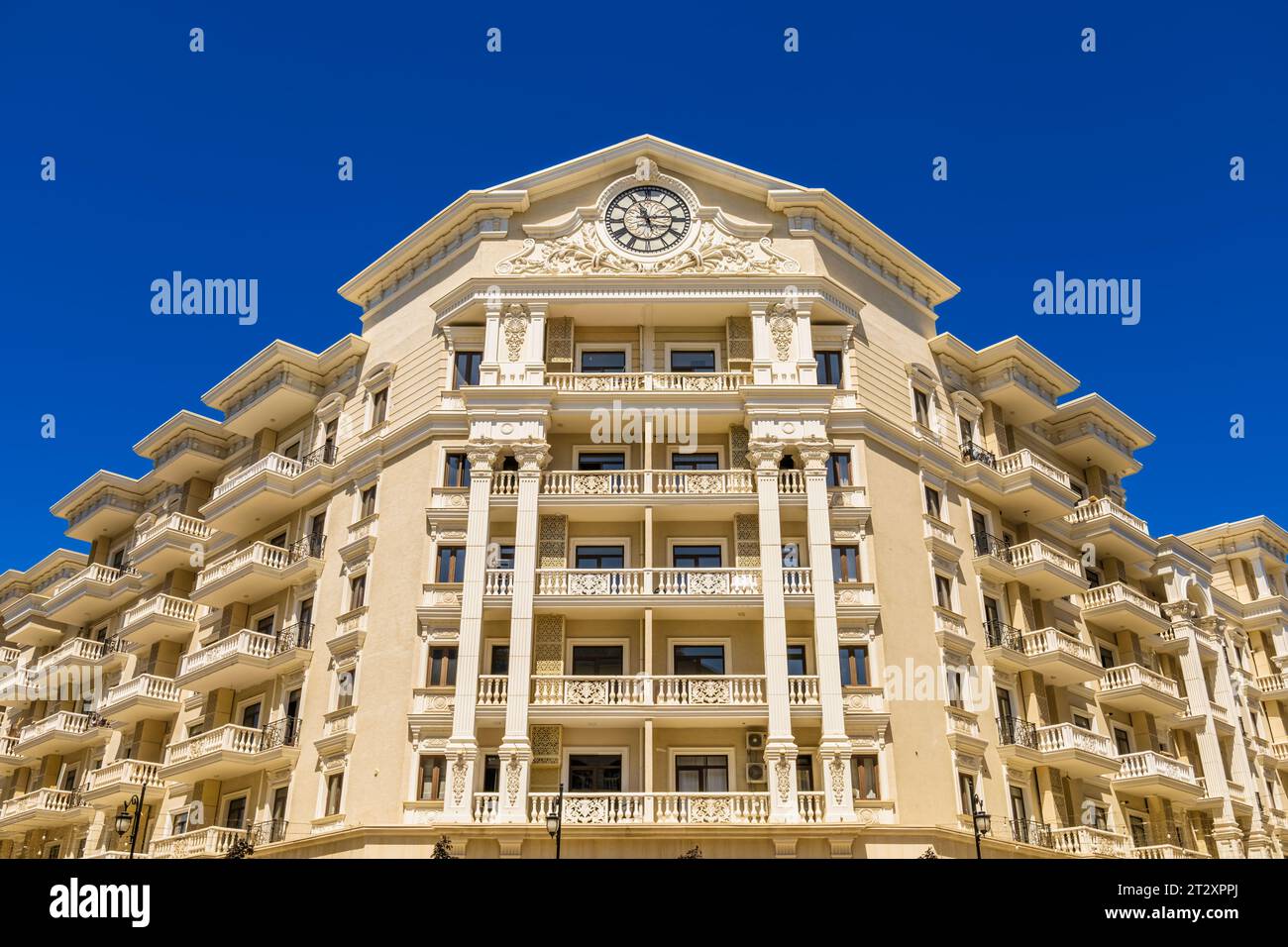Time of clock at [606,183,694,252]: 11:14
